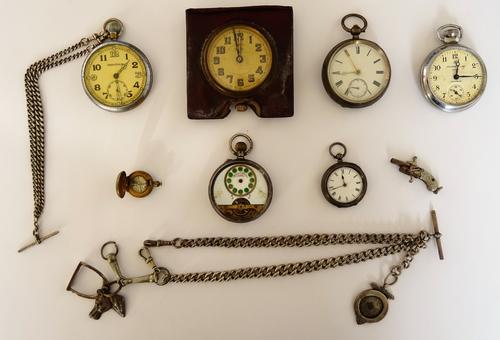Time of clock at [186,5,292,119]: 11:58
